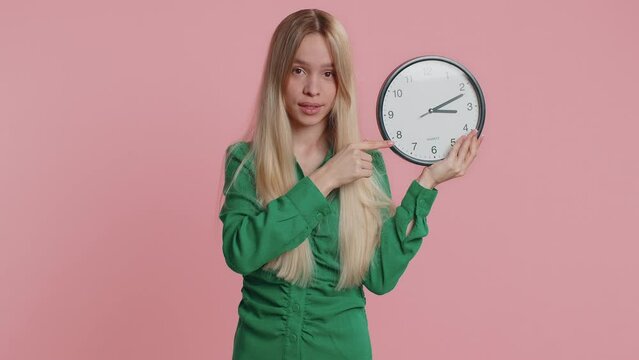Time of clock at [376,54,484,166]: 3:11
